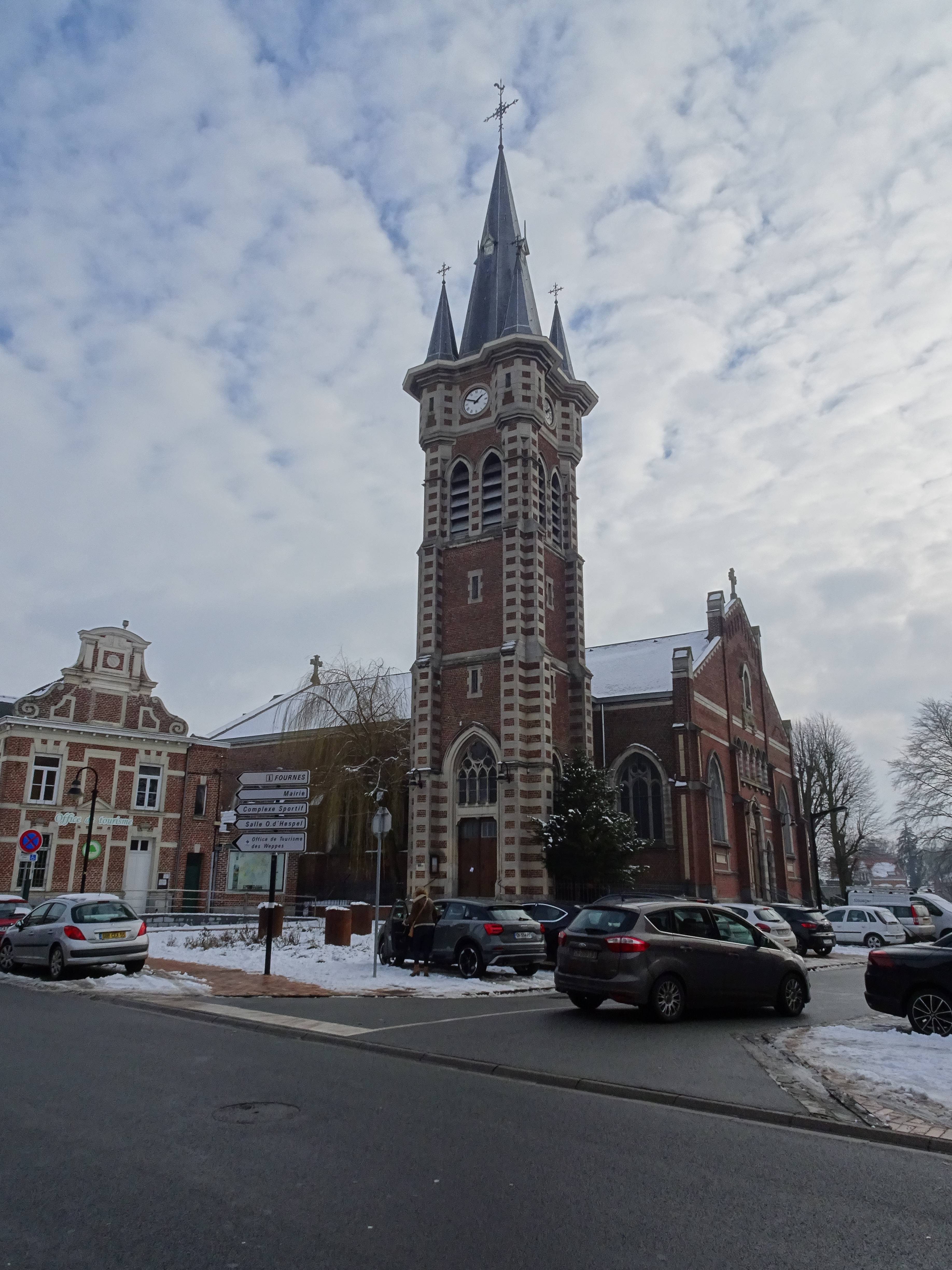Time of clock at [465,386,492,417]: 1:49
